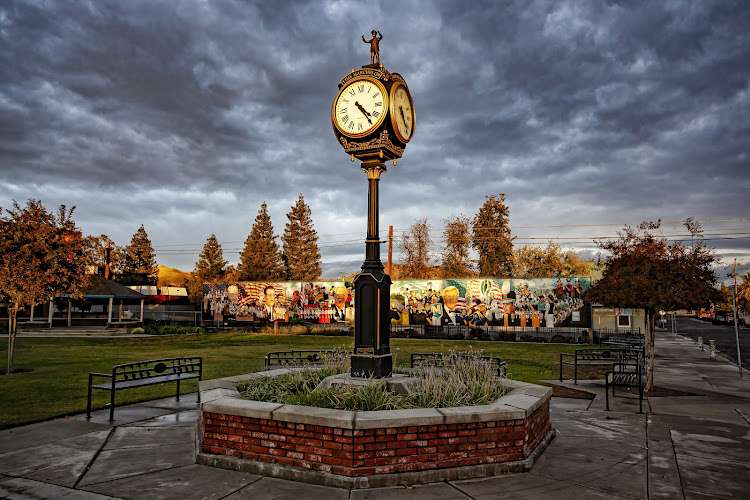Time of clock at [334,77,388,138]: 4:23
